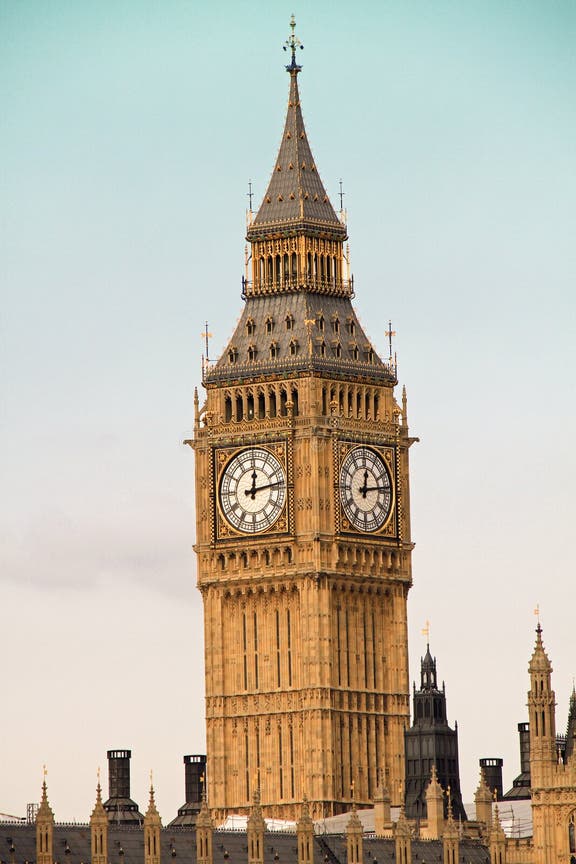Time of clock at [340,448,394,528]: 12:13
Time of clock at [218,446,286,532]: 12:13
